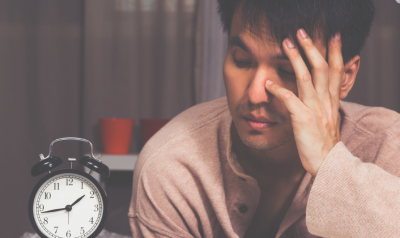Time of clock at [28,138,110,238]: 1:43
